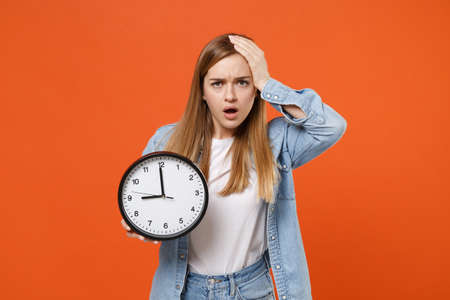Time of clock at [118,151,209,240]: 8:59
